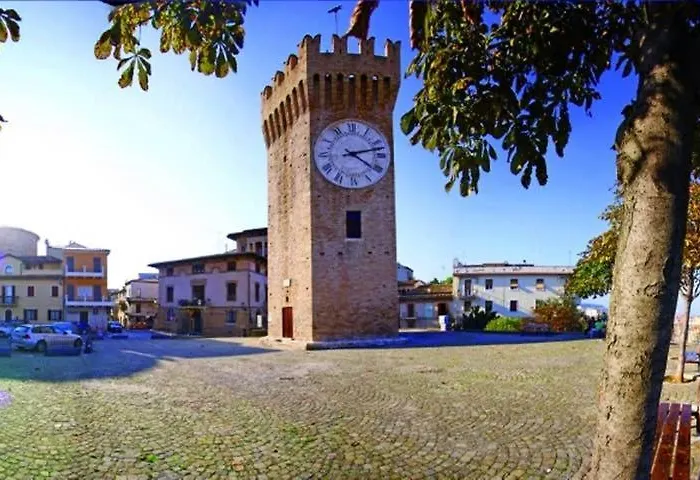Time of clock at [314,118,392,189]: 4:12
